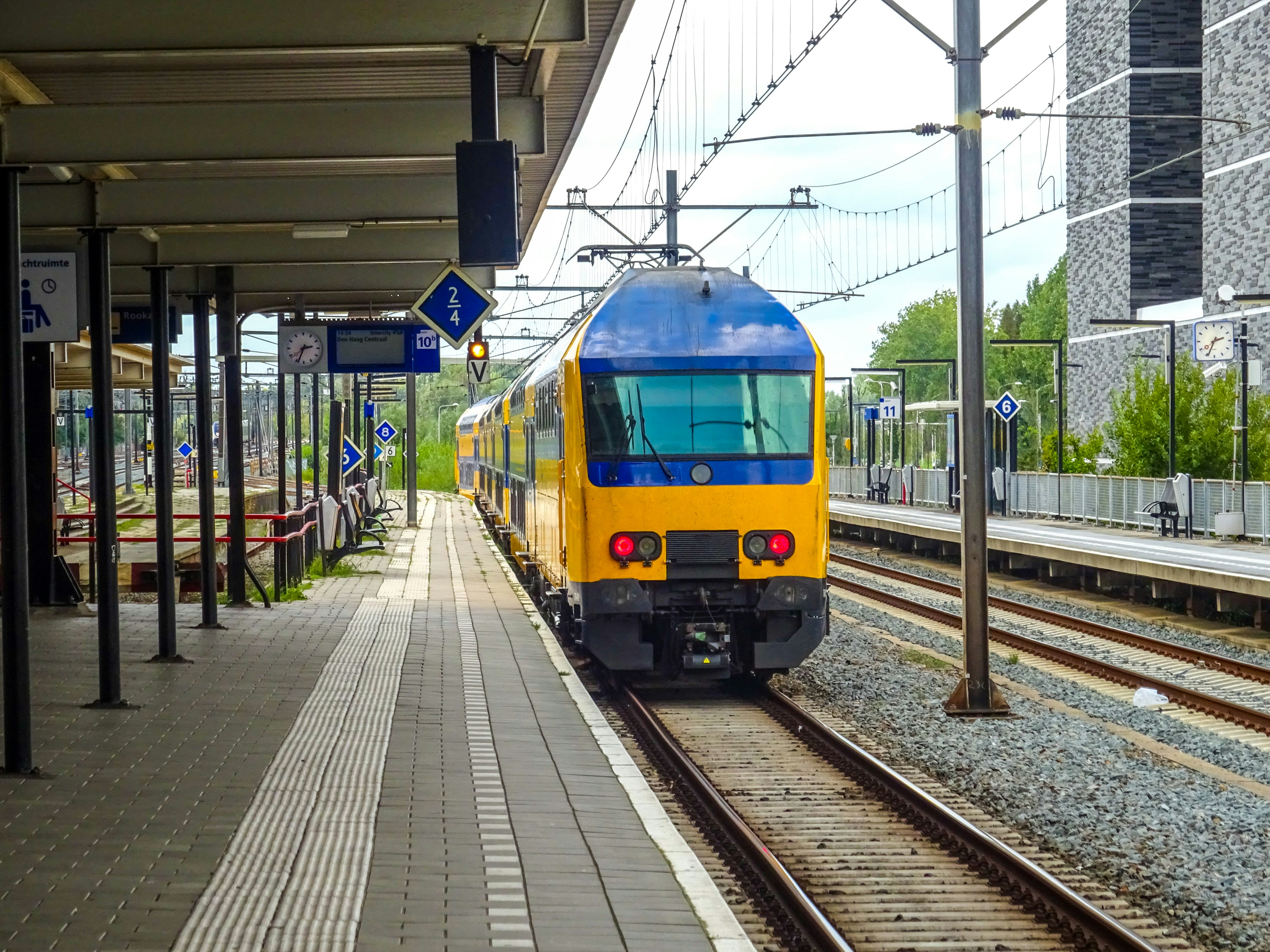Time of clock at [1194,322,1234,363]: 2:34
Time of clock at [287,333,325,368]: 2:33
